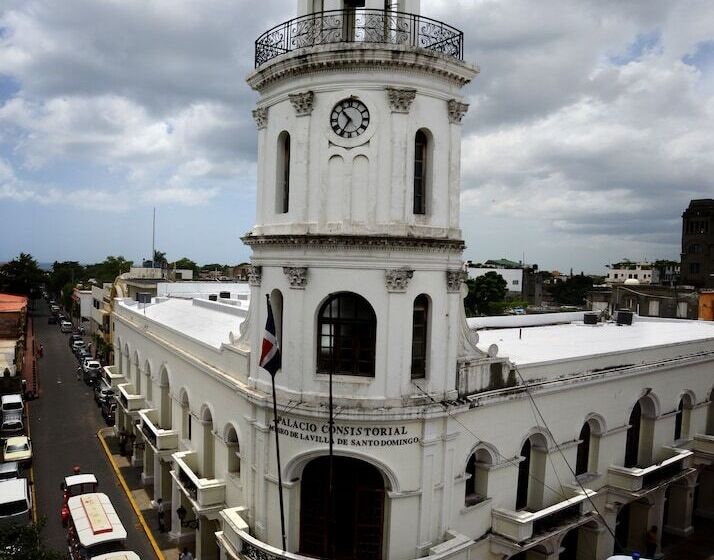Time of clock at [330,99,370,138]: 10:35
